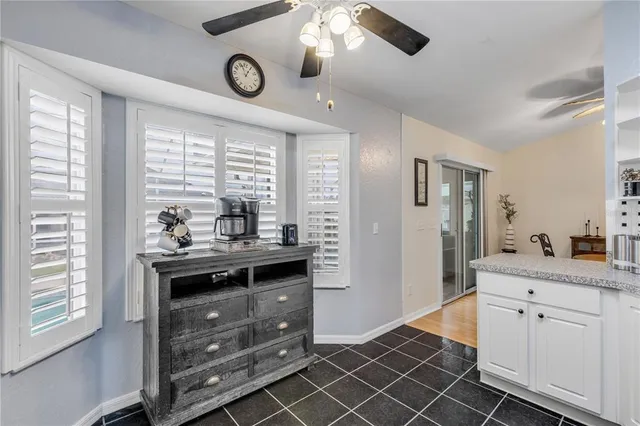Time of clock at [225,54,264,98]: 12:56
